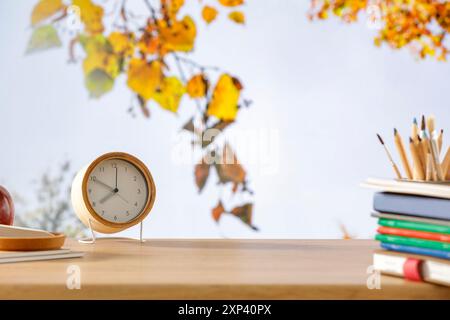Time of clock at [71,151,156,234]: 7:49
